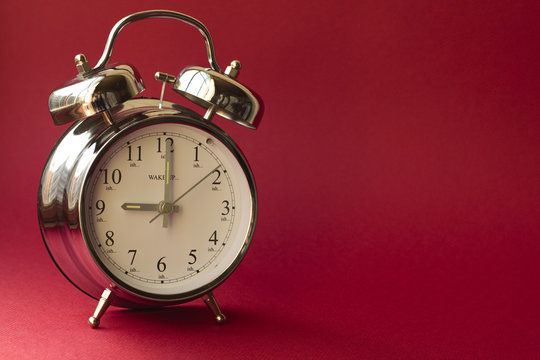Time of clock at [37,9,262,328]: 9:00
